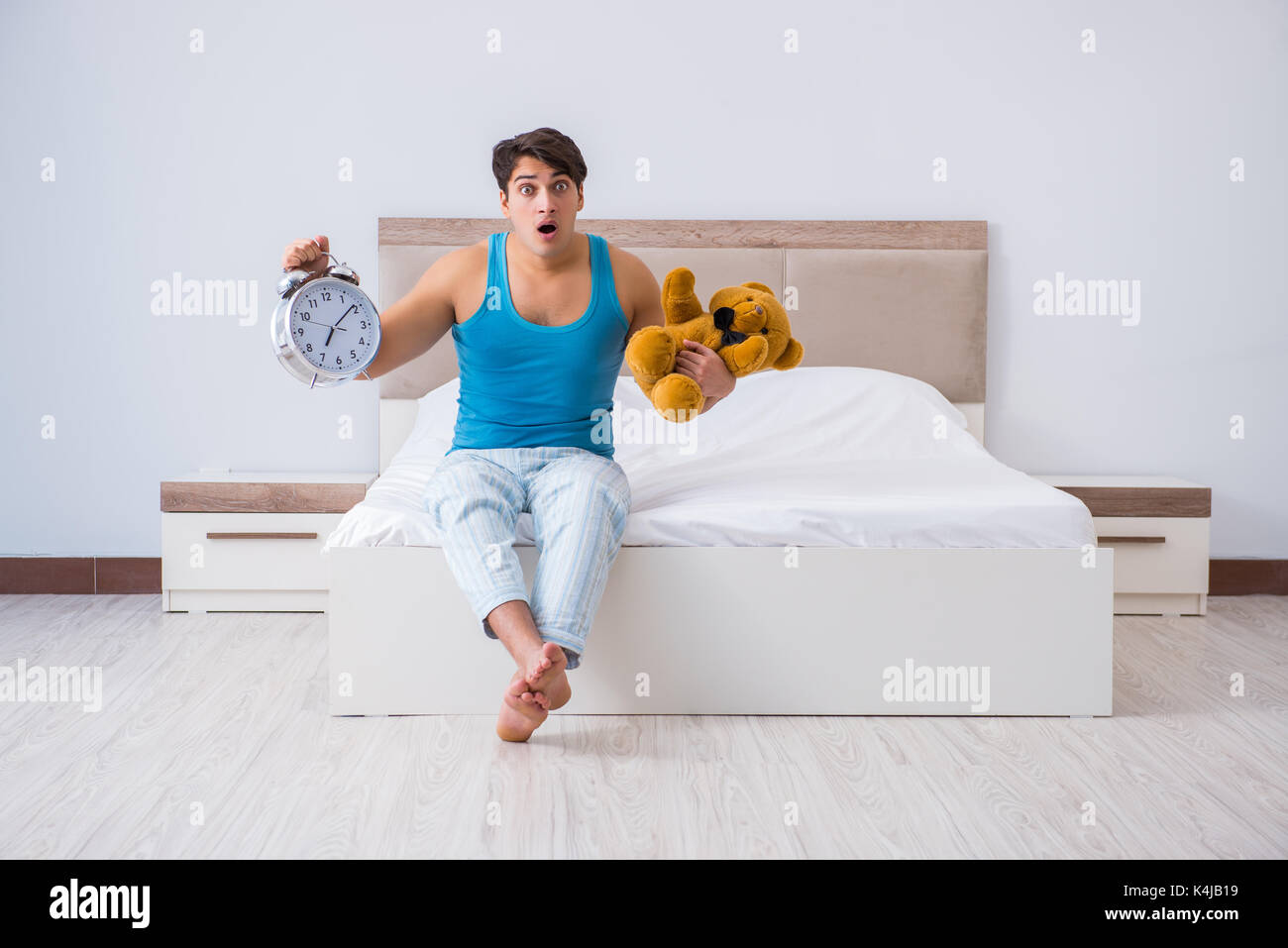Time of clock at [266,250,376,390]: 7:08
